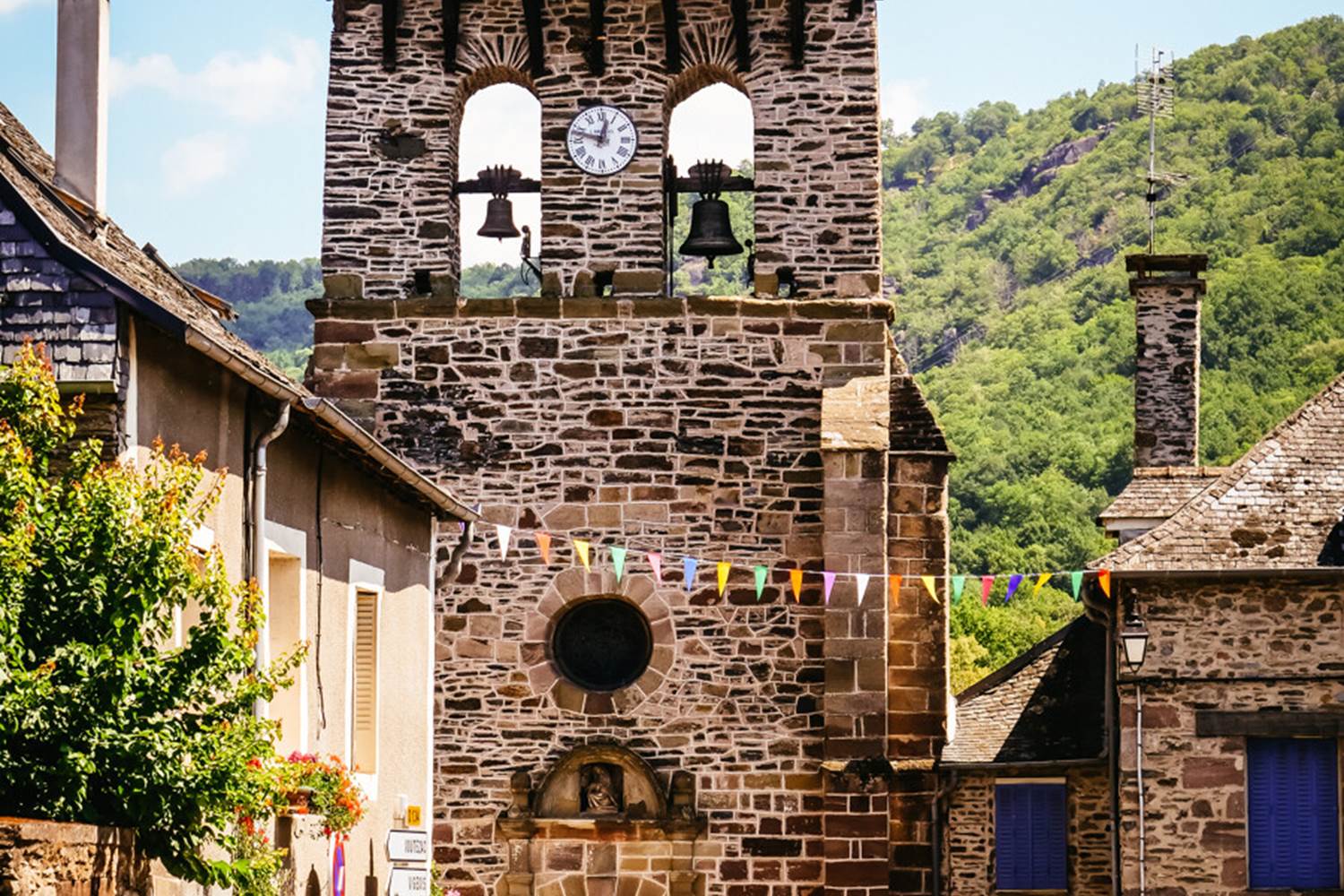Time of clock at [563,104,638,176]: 12:47
